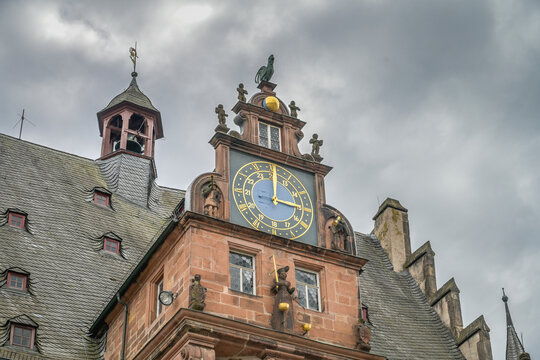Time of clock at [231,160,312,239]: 3:00
